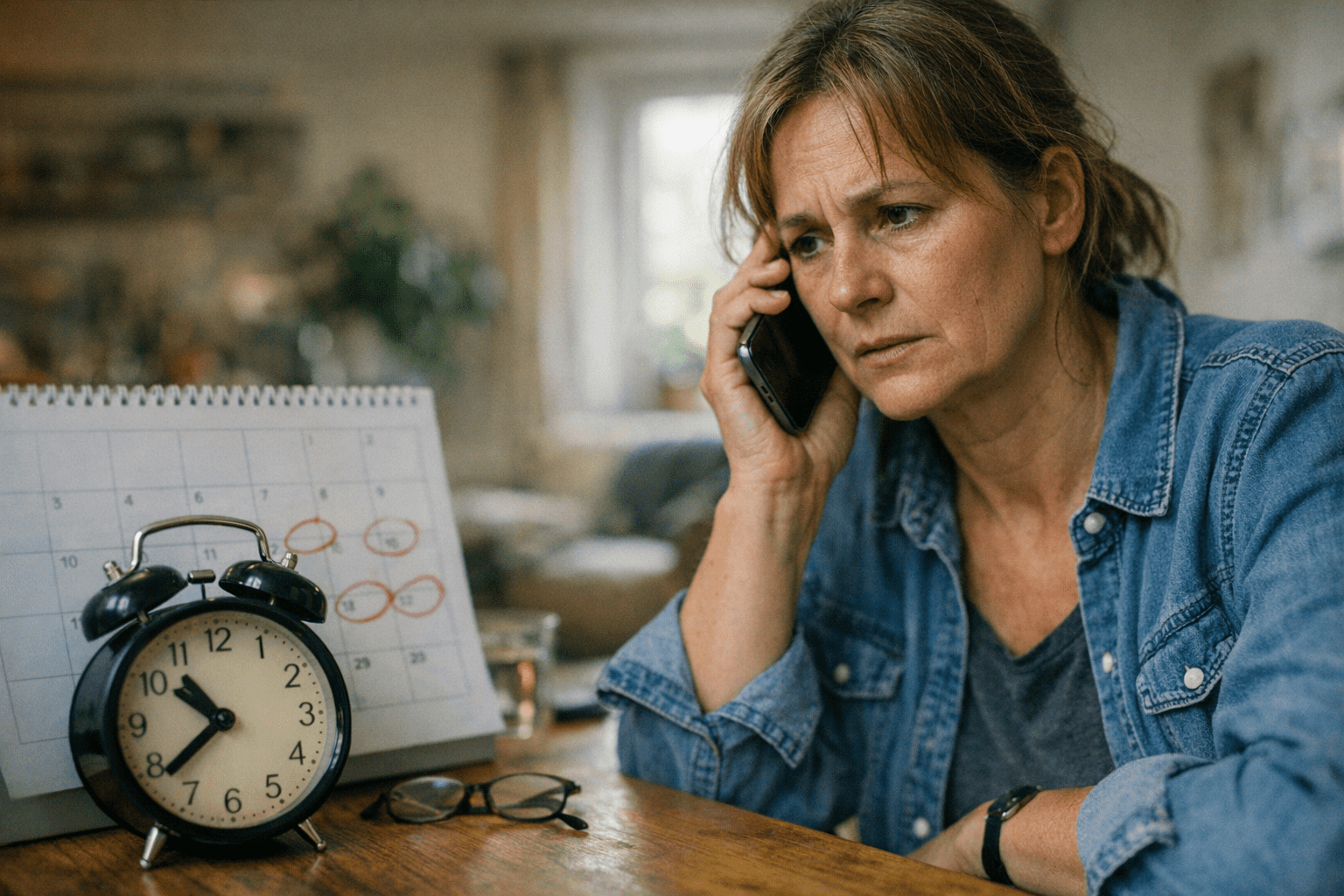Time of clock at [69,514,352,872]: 10:38
